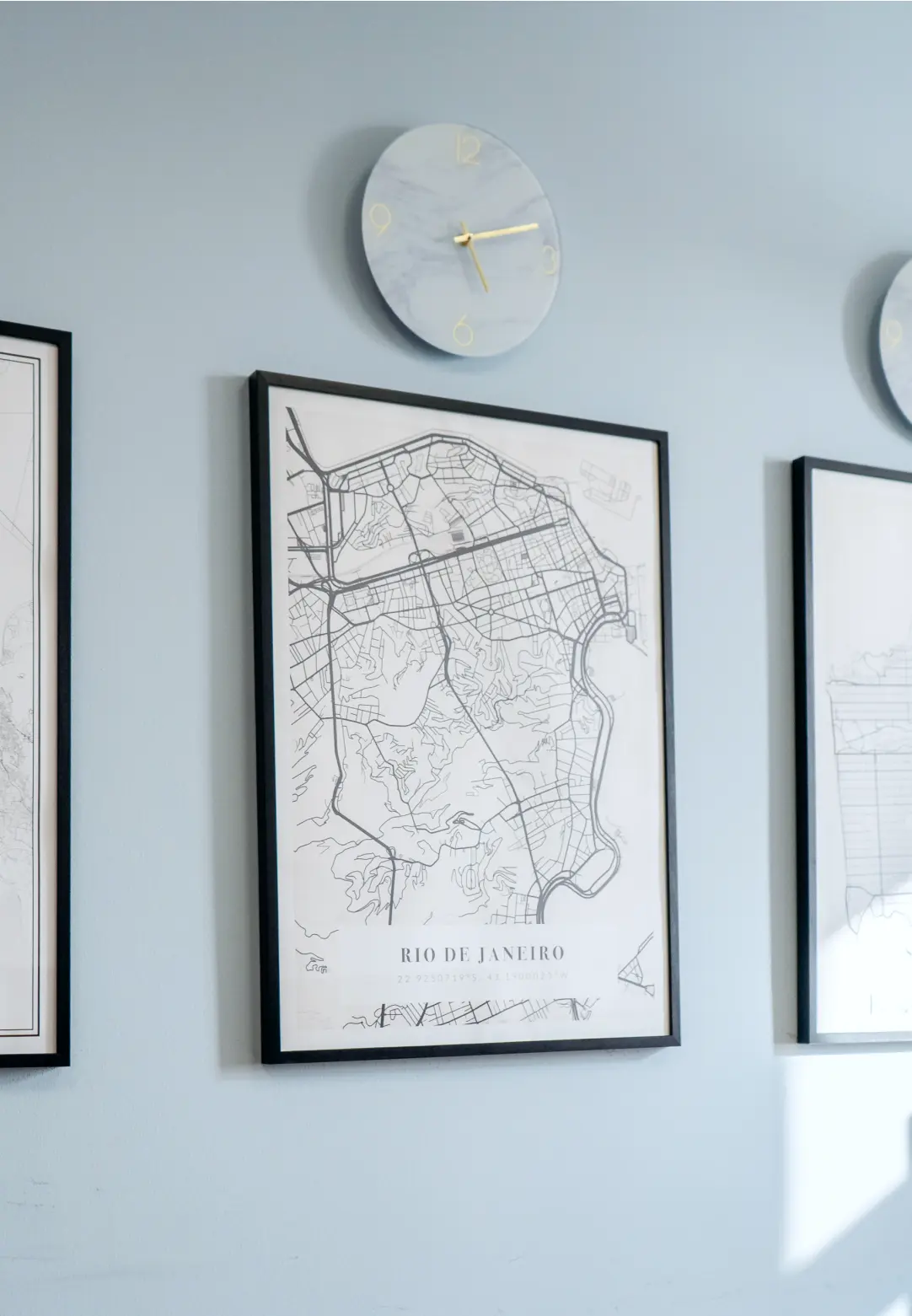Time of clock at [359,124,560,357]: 5:12
